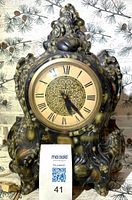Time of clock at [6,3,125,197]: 5:22
